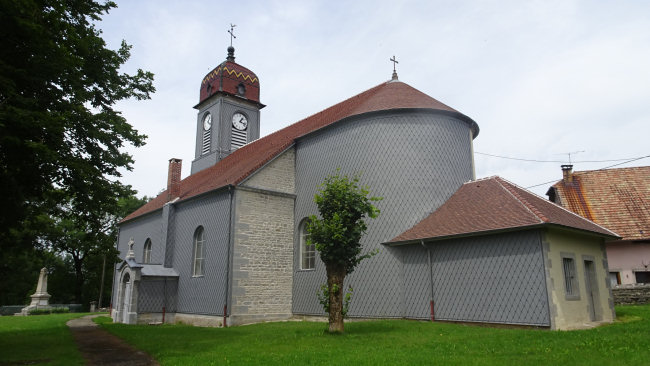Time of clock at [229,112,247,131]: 1:18
